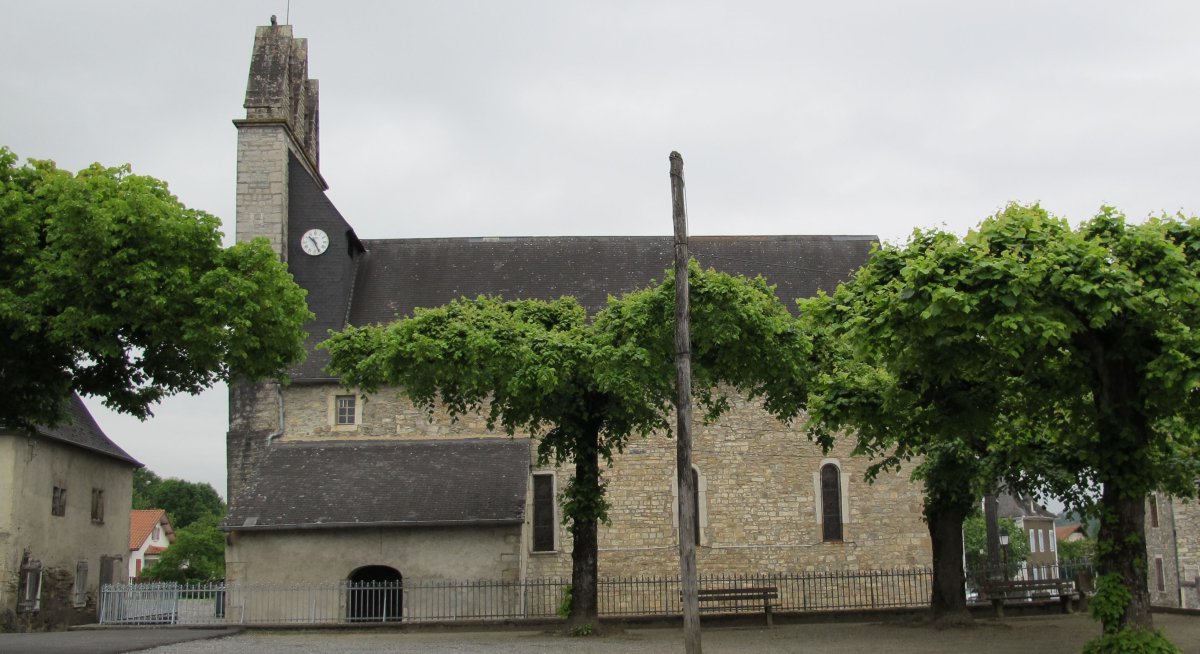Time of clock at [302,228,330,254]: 10:25
